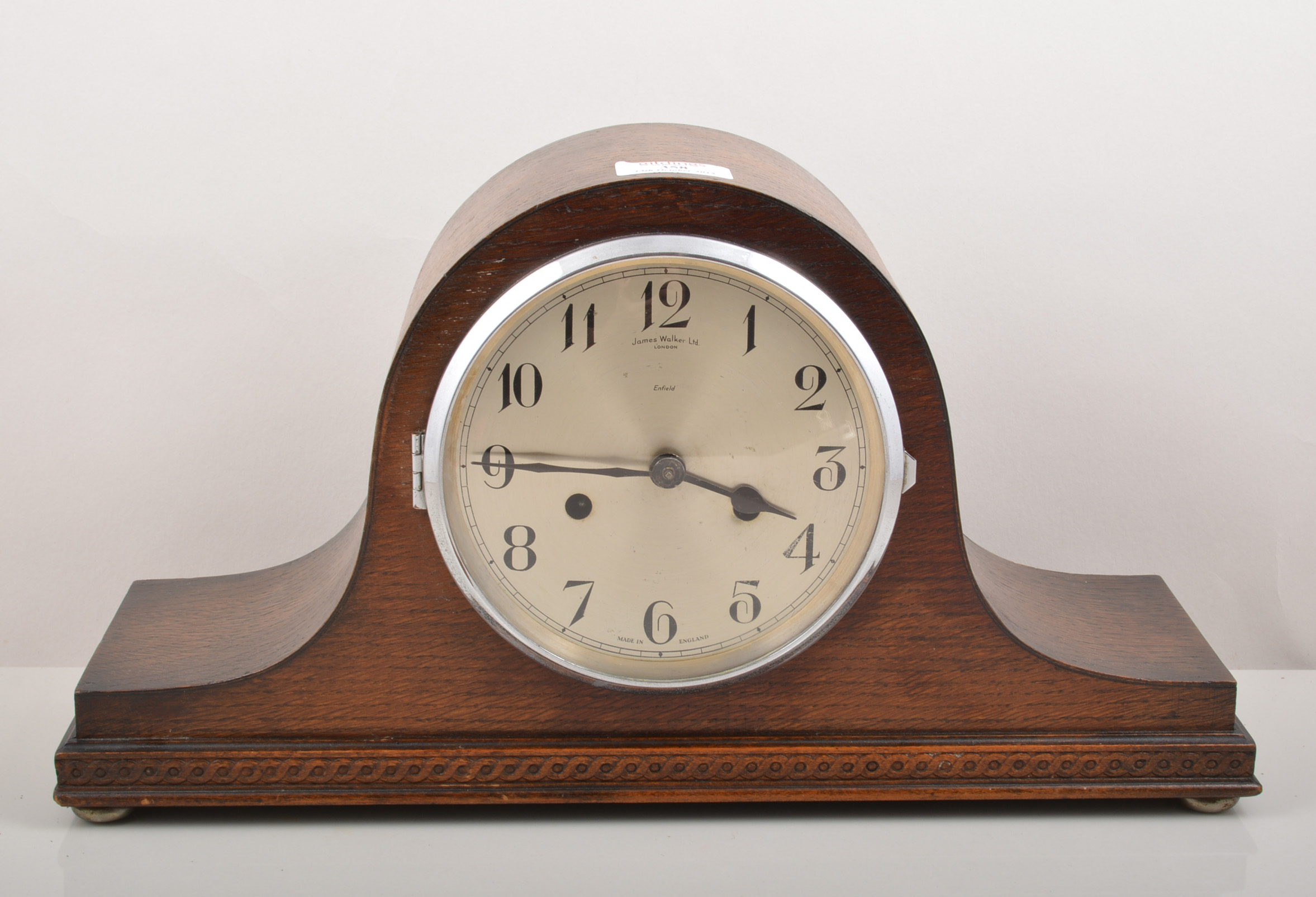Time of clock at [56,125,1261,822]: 3:45
